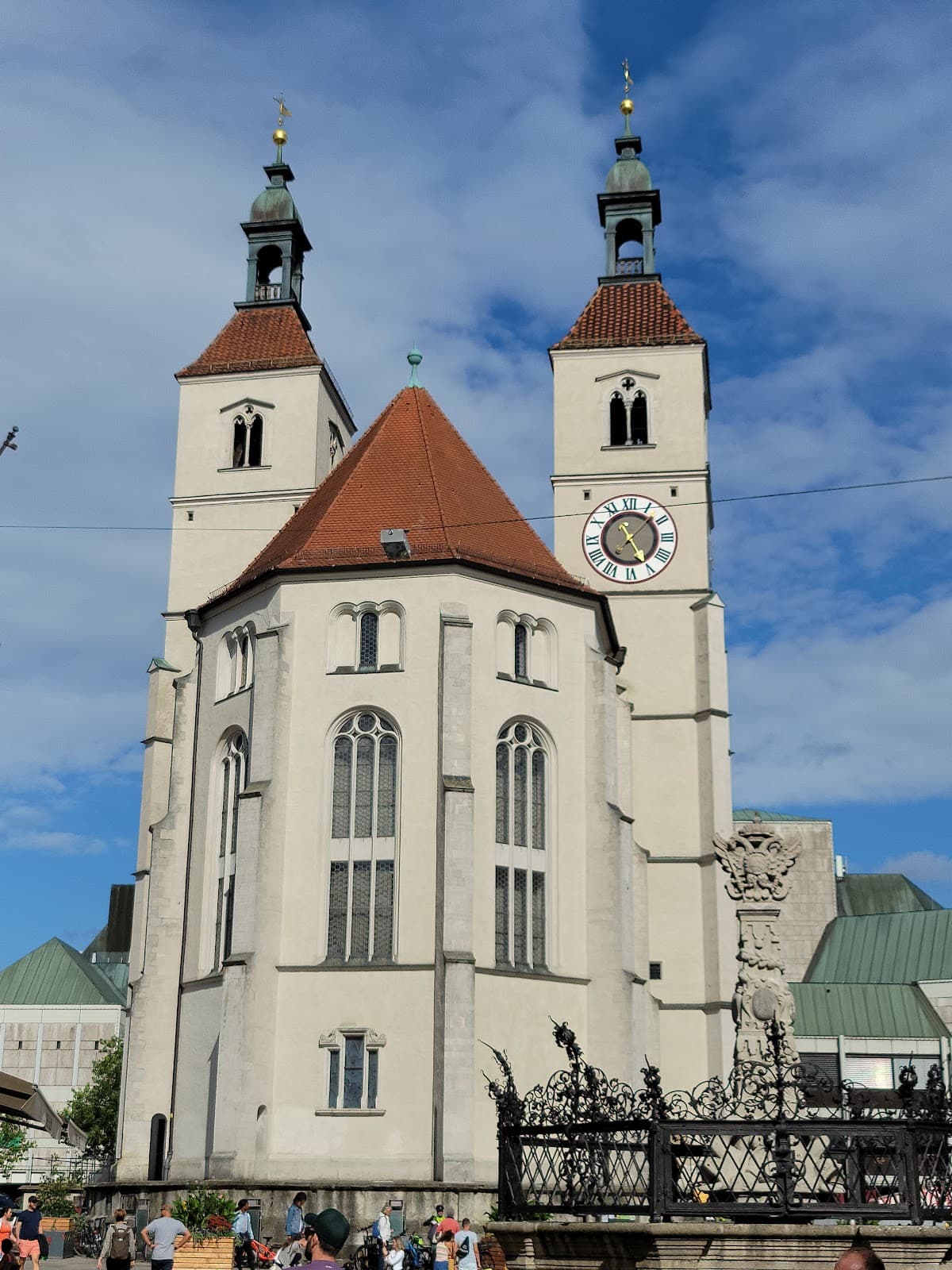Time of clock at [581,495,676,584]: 11:25
